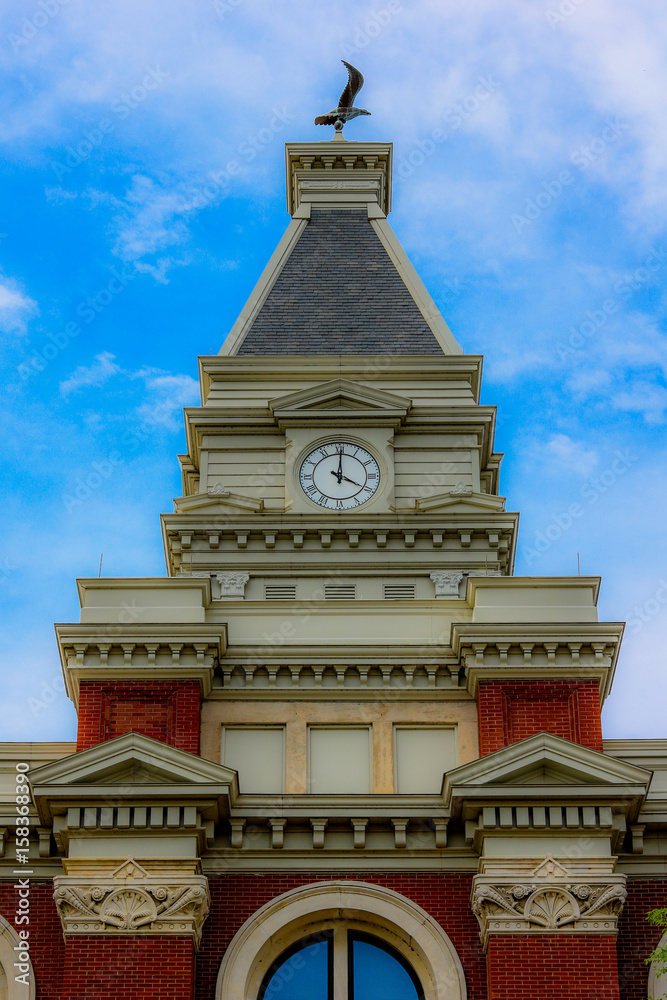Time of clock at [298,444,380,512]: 4:00
